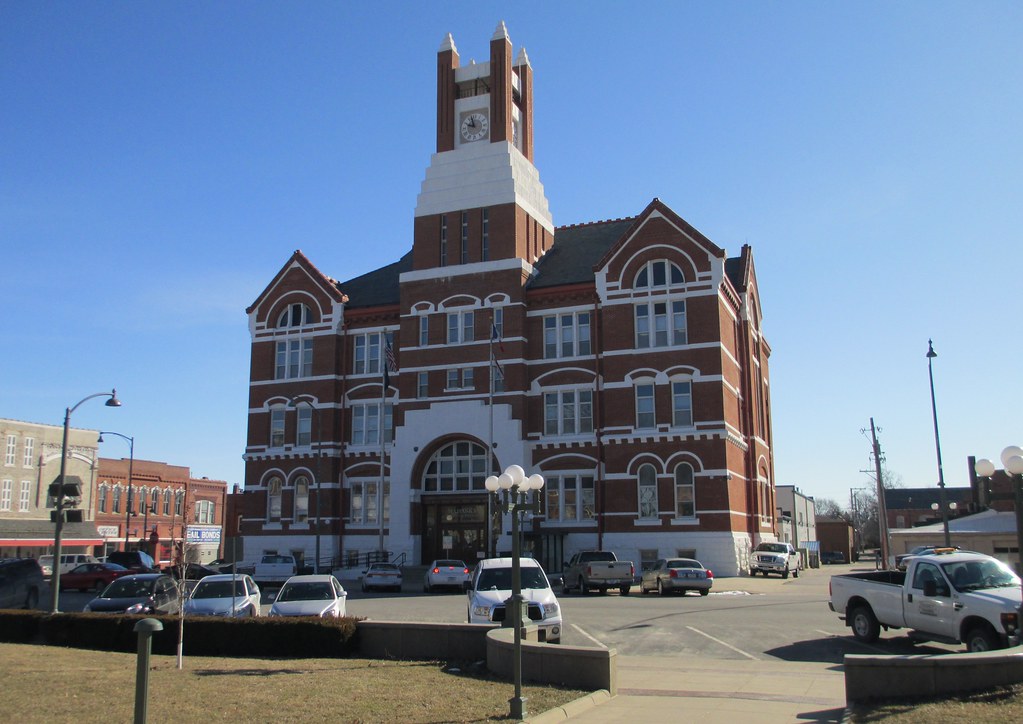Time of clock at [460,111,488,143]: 9:57
